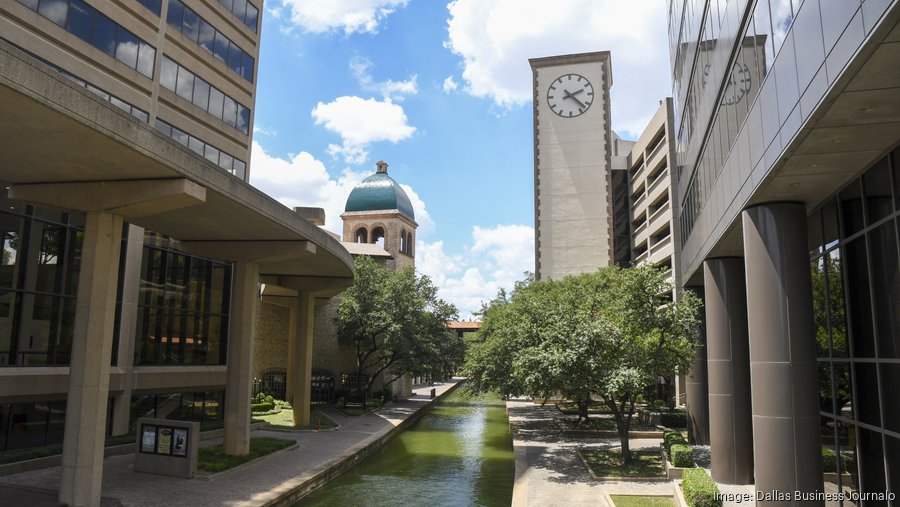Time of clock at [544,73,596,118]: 2:22
